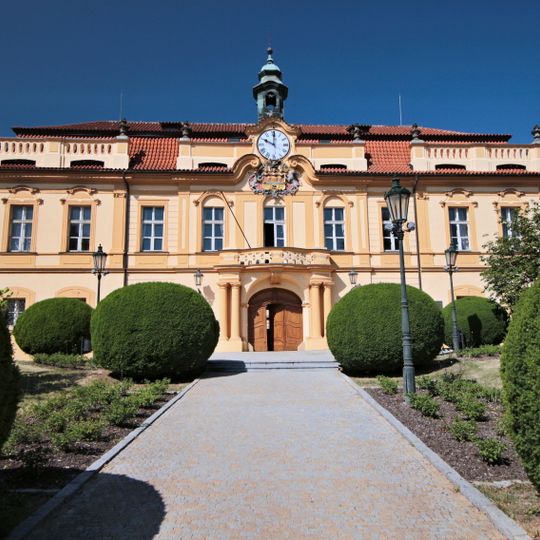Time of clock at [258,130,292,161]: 10:00
